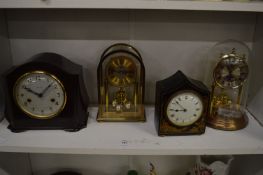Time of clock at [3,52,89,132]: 10:07
